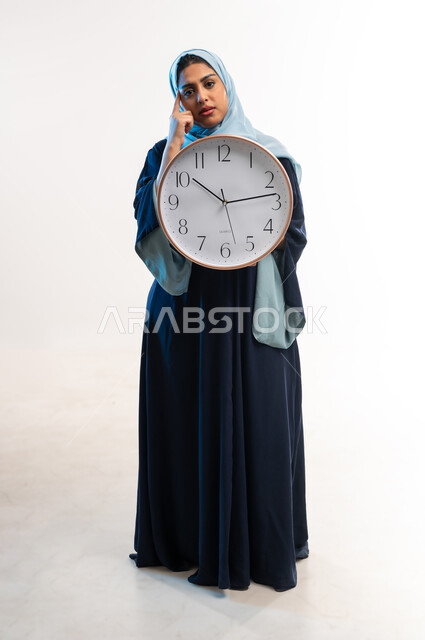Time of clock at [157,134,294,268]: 10:13
